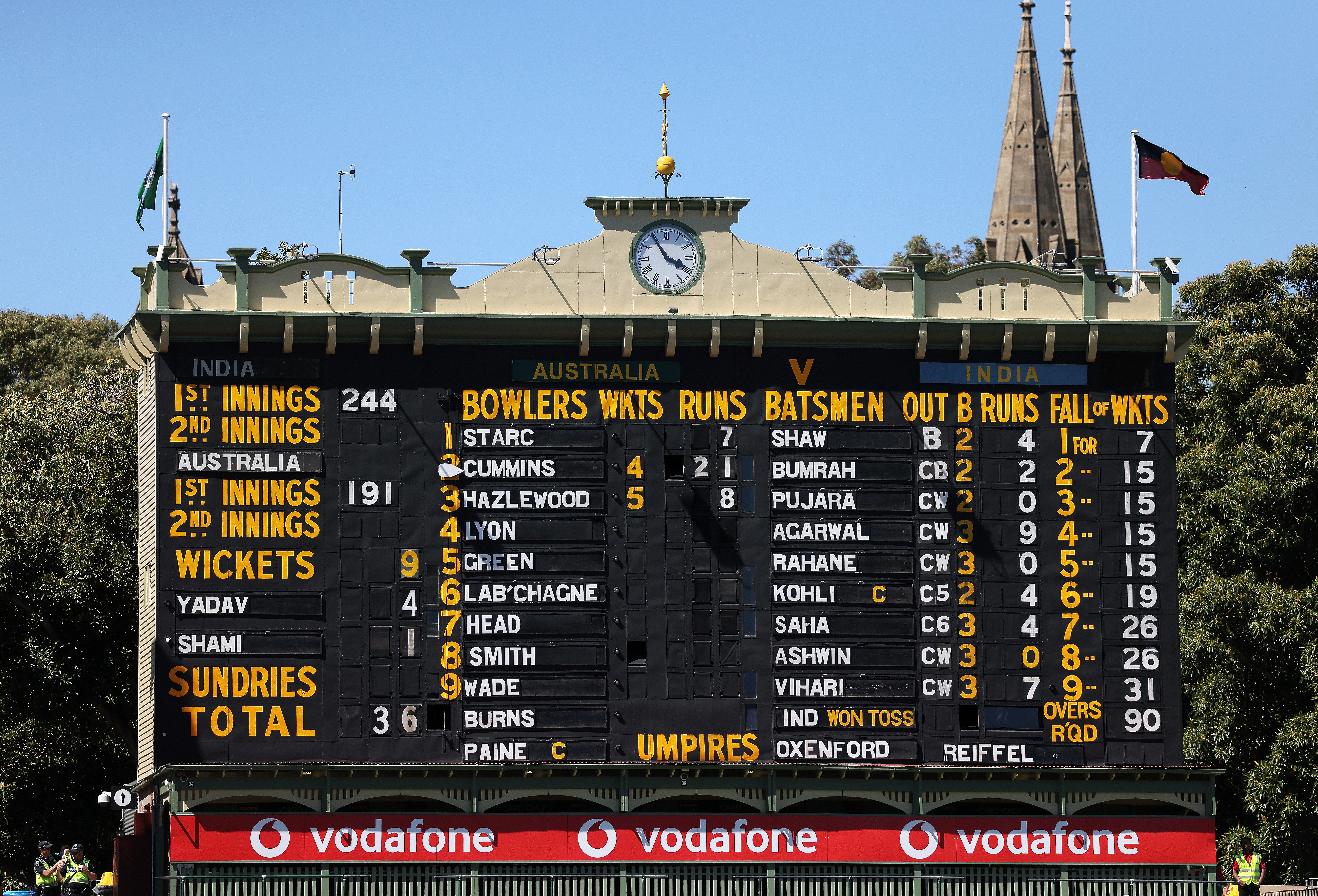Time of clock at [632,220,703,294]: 3:54
